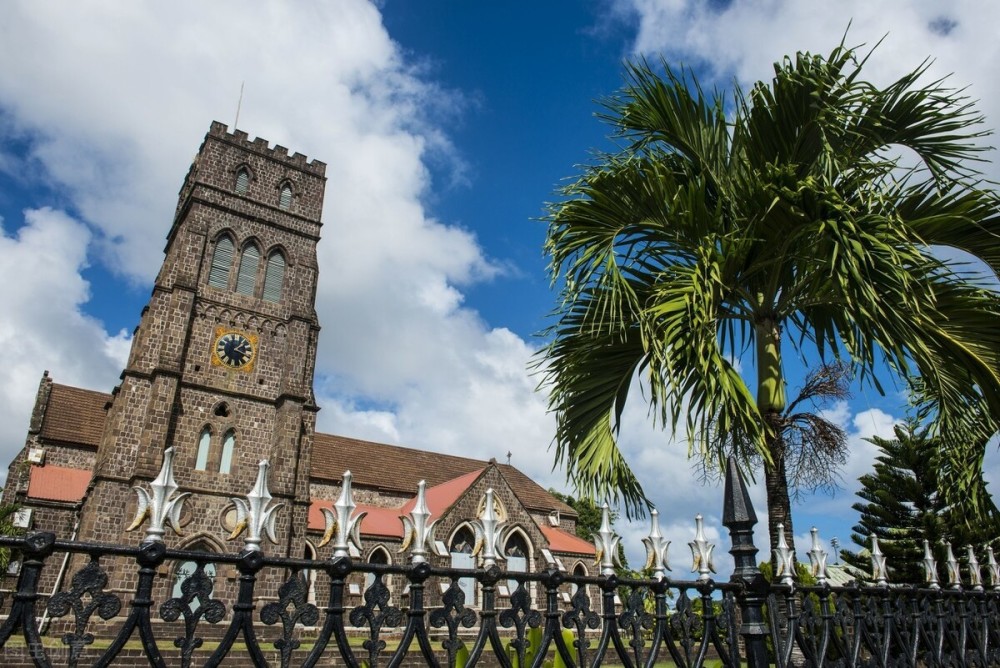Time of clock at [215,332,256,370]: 1:18
